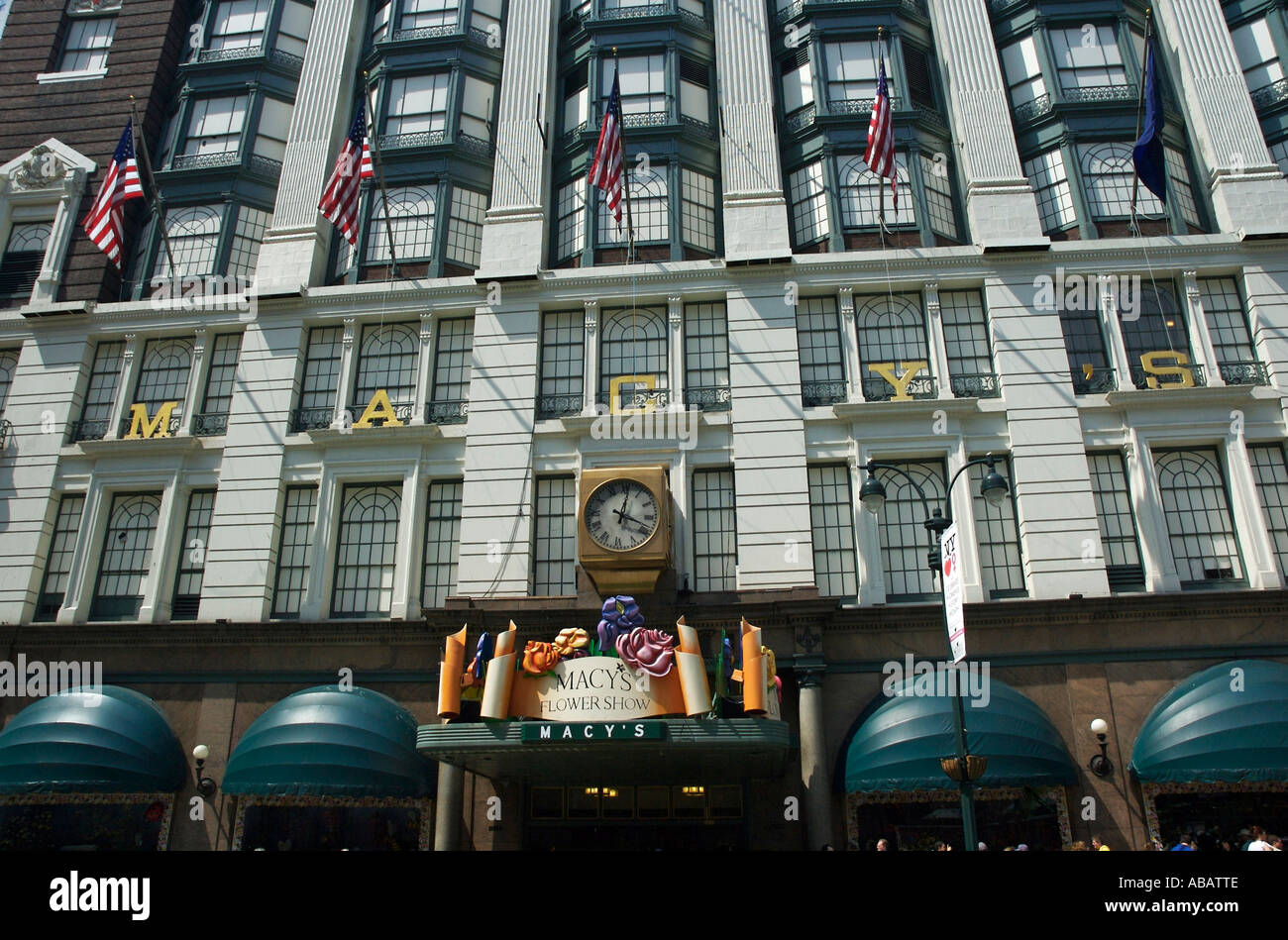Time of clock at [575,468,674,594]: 12:18
